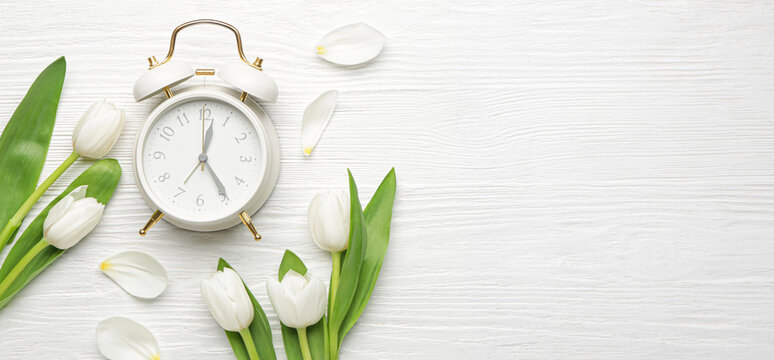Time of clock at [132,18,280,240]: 12:24
